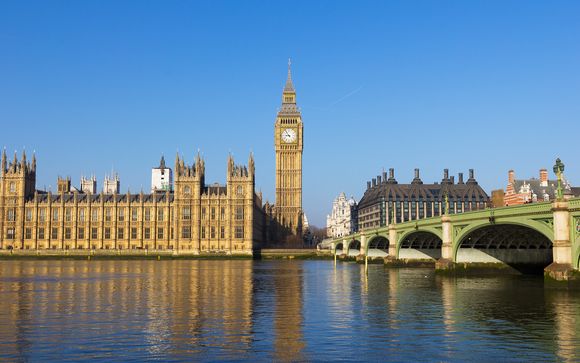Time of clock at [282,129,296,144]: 8:54
